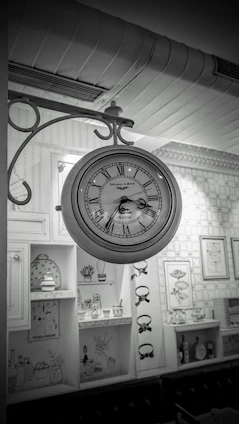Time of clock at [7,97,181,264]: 3:35
